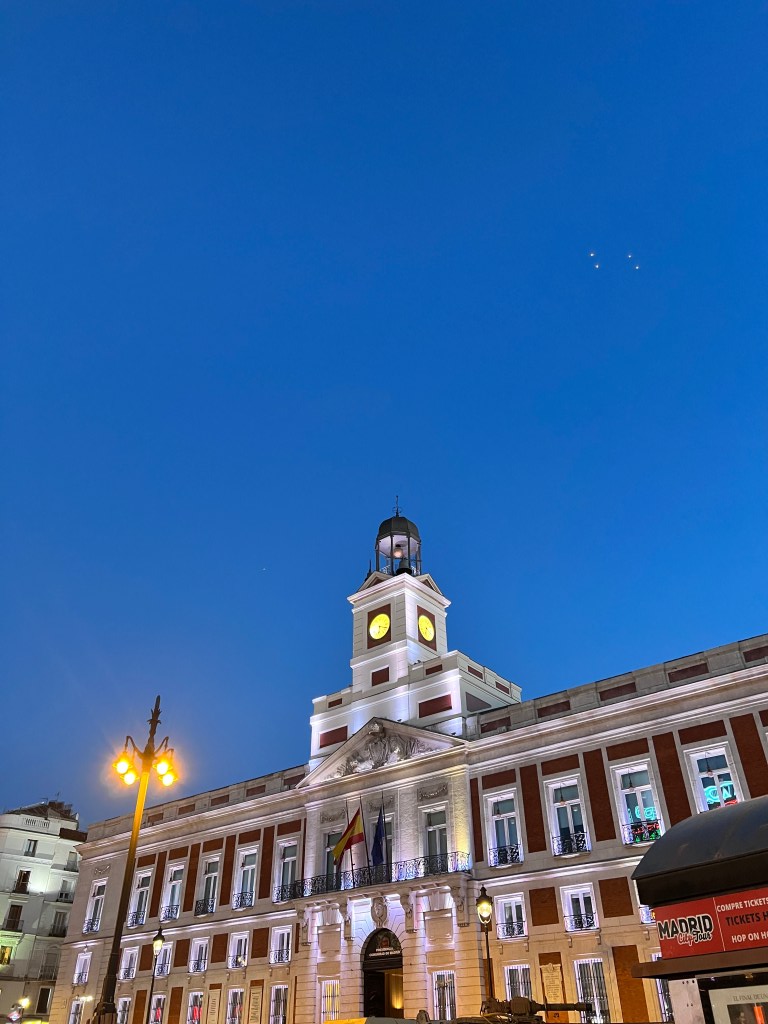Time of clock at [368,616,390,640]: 6:18
